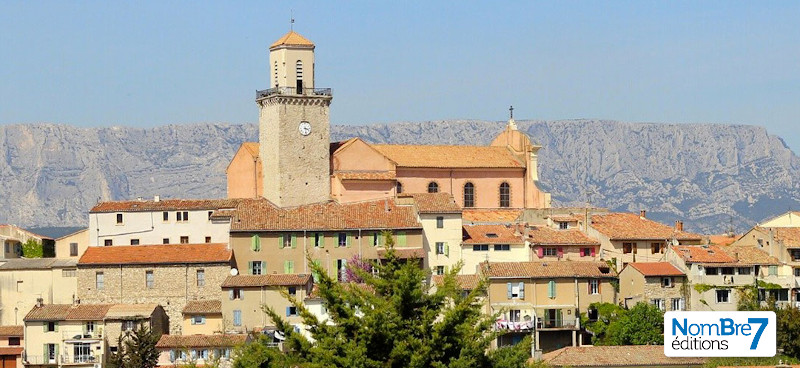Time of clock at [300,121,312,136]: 3:28
